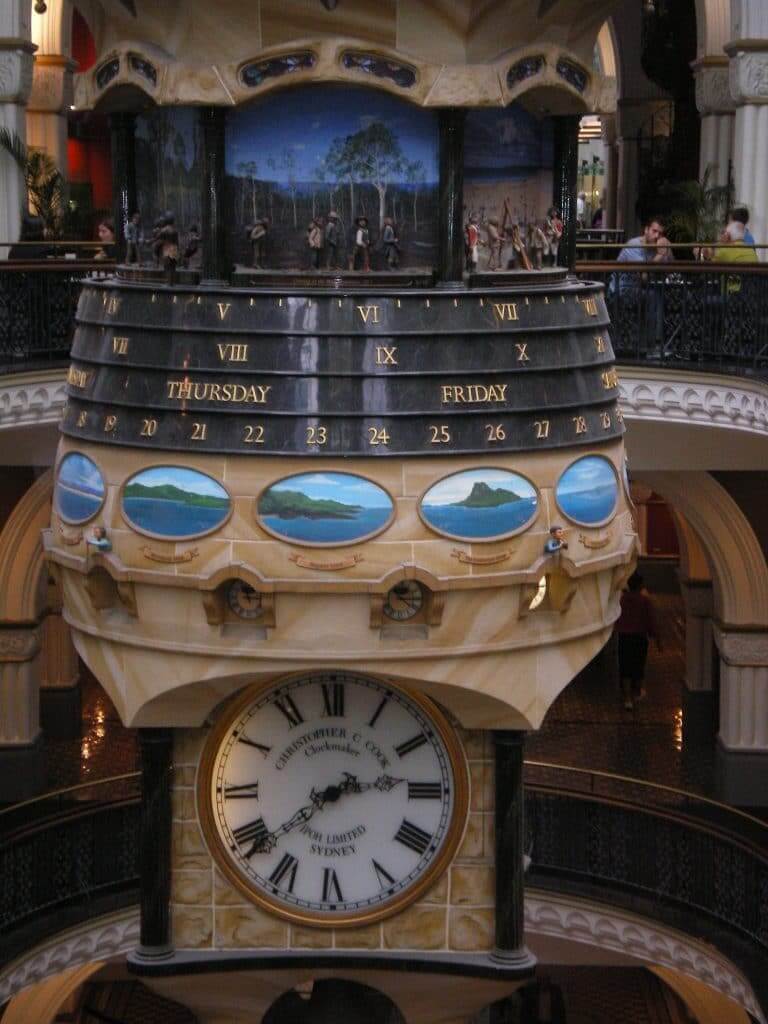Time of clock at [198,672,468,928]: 2:38
